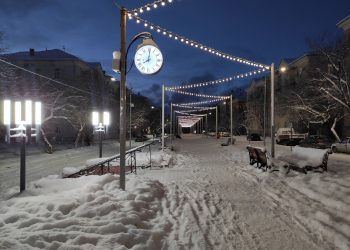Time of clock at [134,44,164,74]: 8:01
